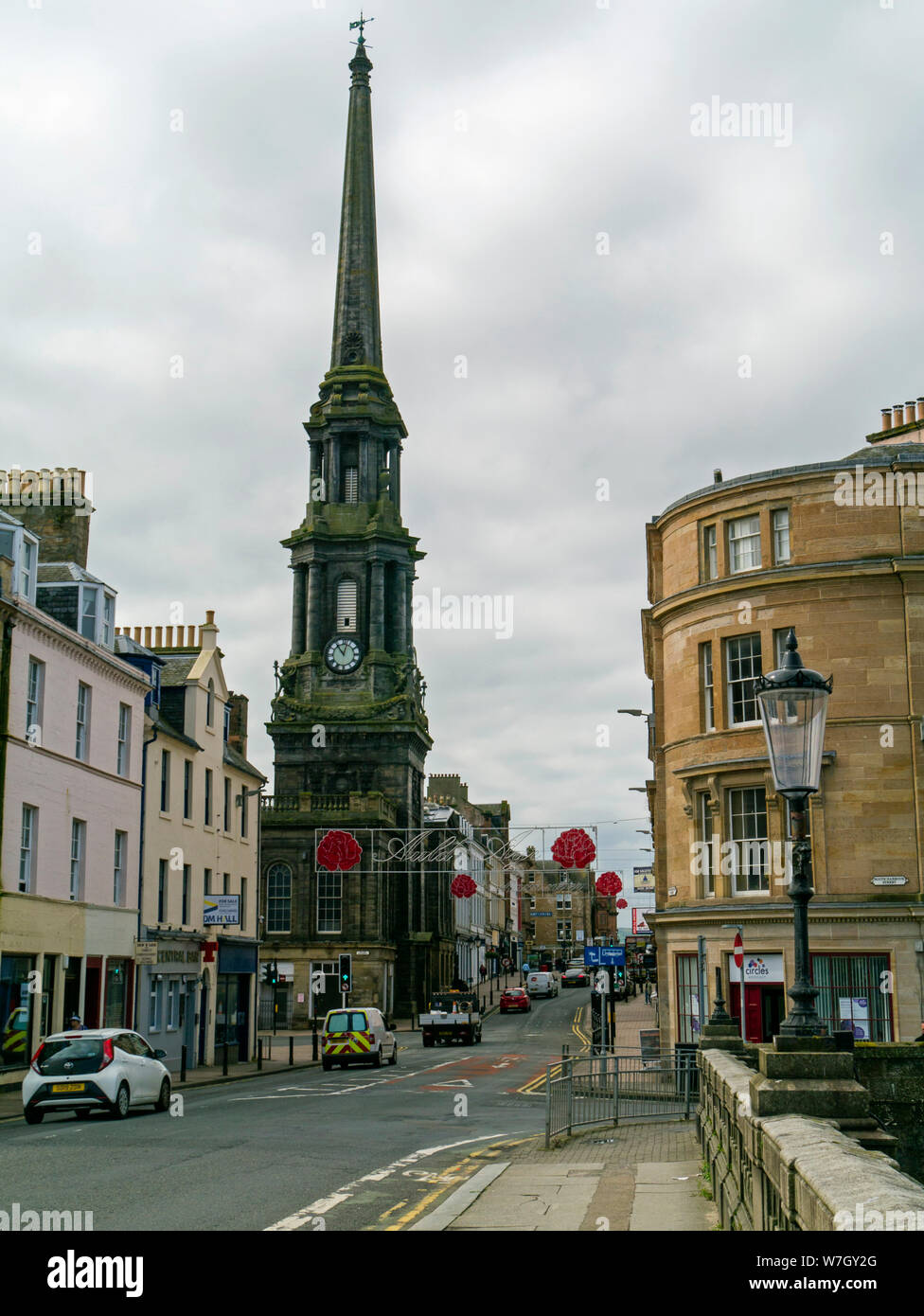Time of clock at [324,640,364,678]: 11:02
